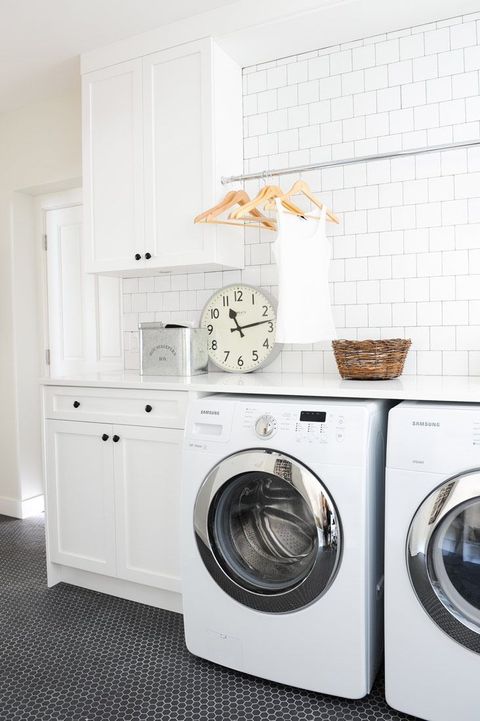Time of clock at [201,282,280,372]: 11:13
